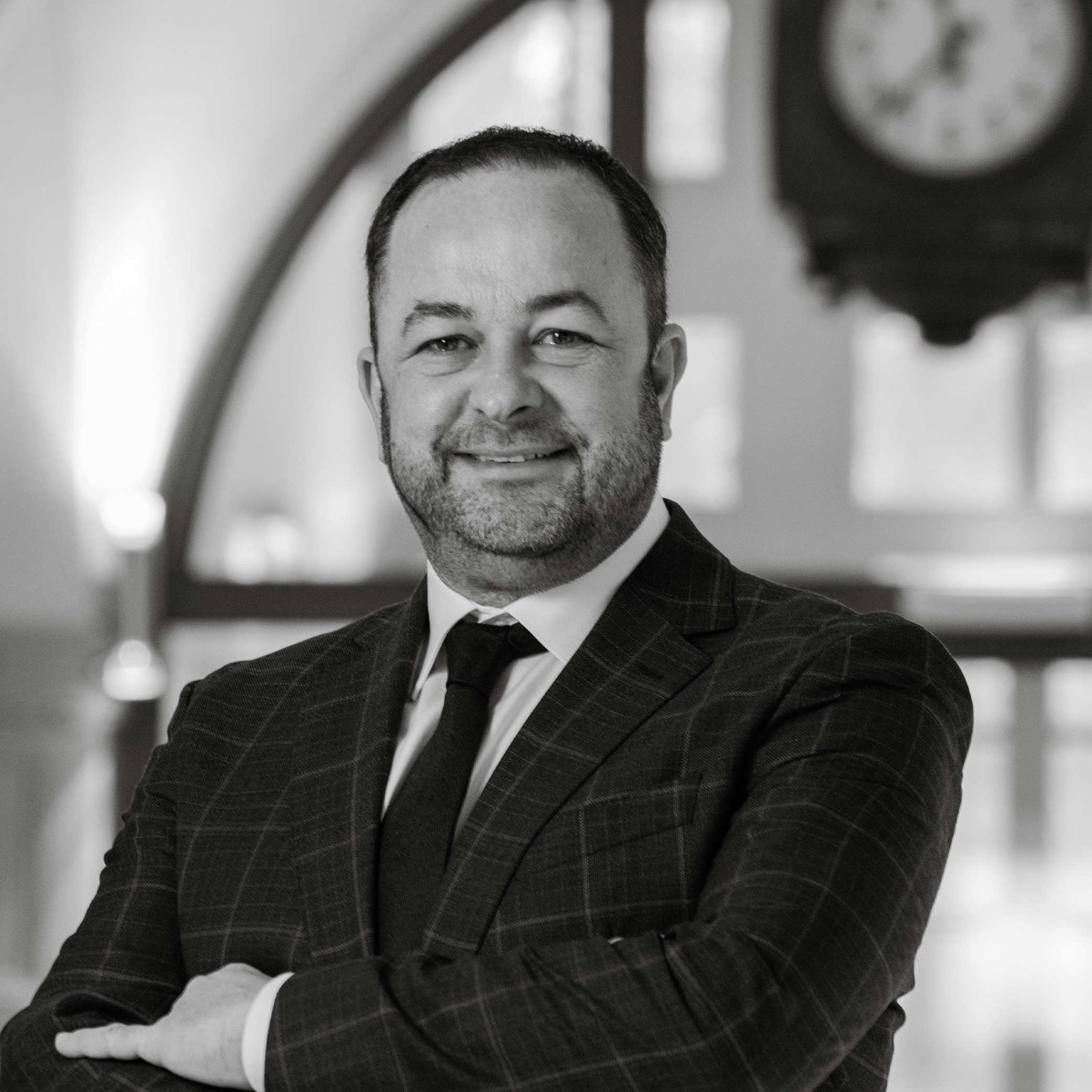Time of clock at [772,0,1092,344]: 11:37
